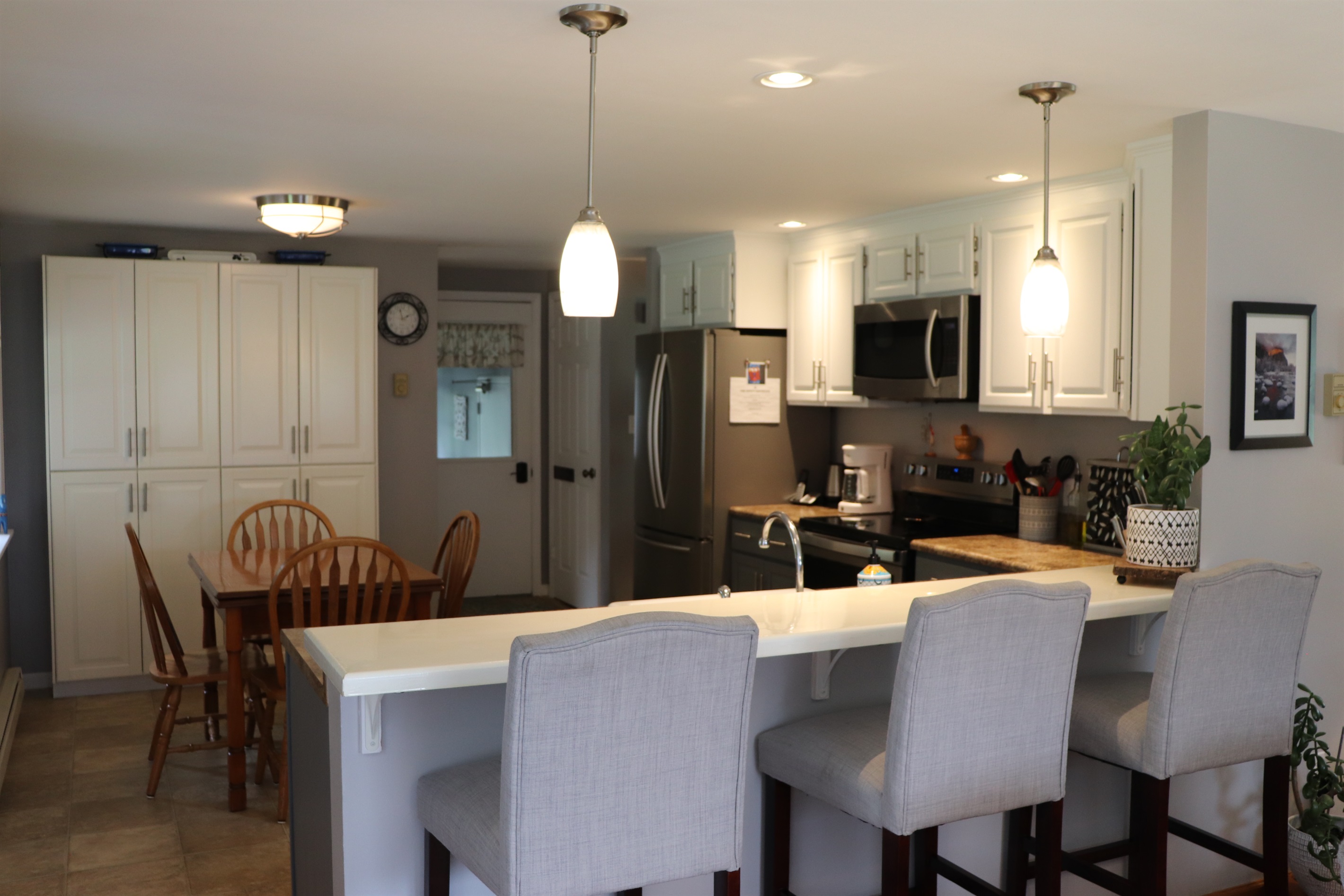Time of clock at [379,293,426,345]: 1:57
